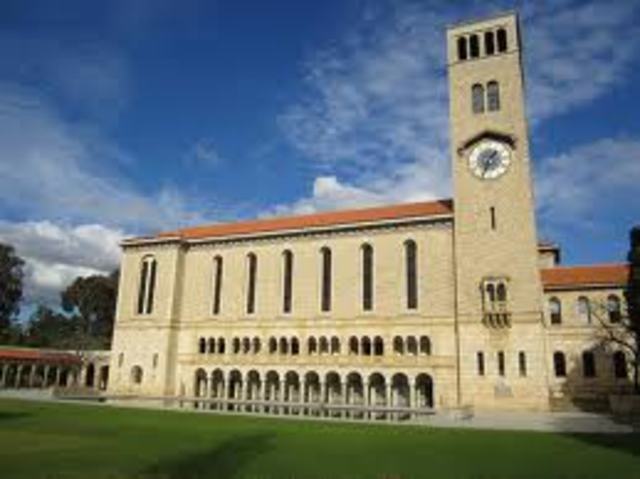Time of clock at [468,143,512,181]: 1:33
